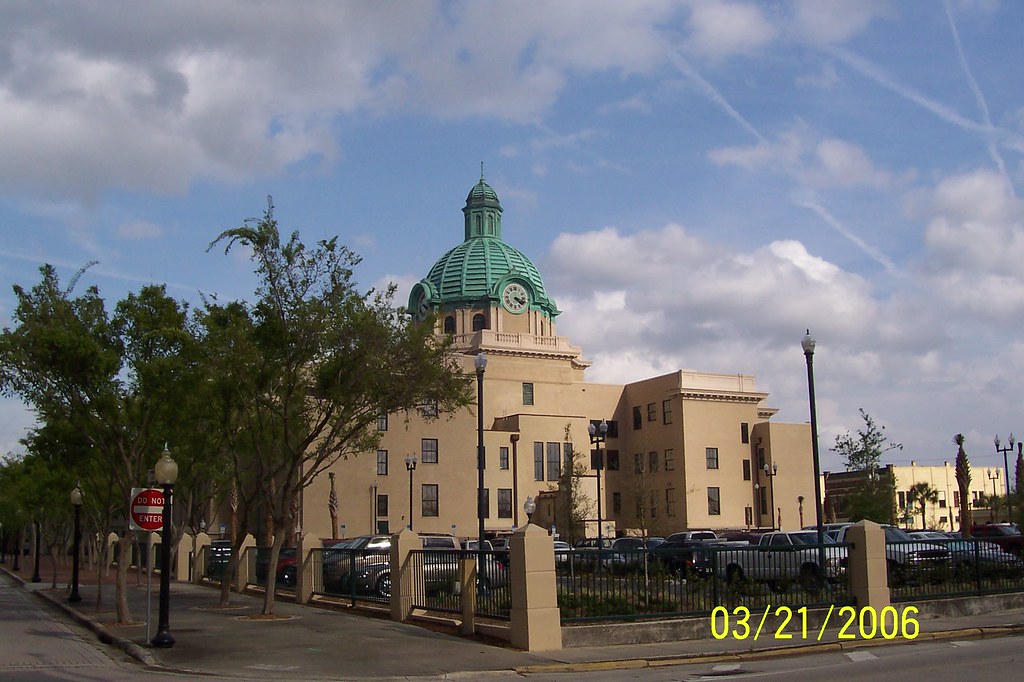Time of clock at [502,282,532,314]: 4:17
